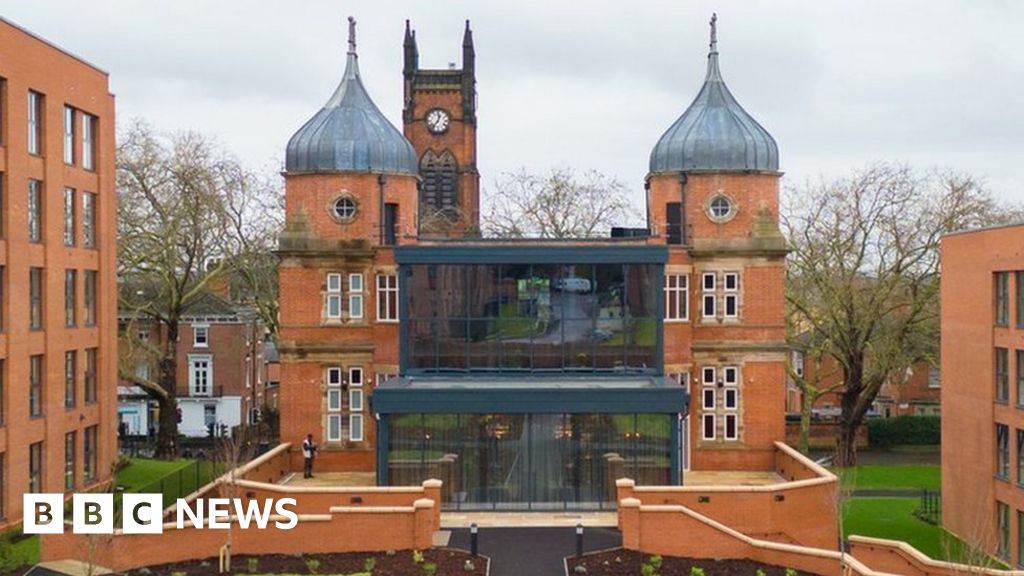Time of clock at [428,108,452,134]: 12:36
